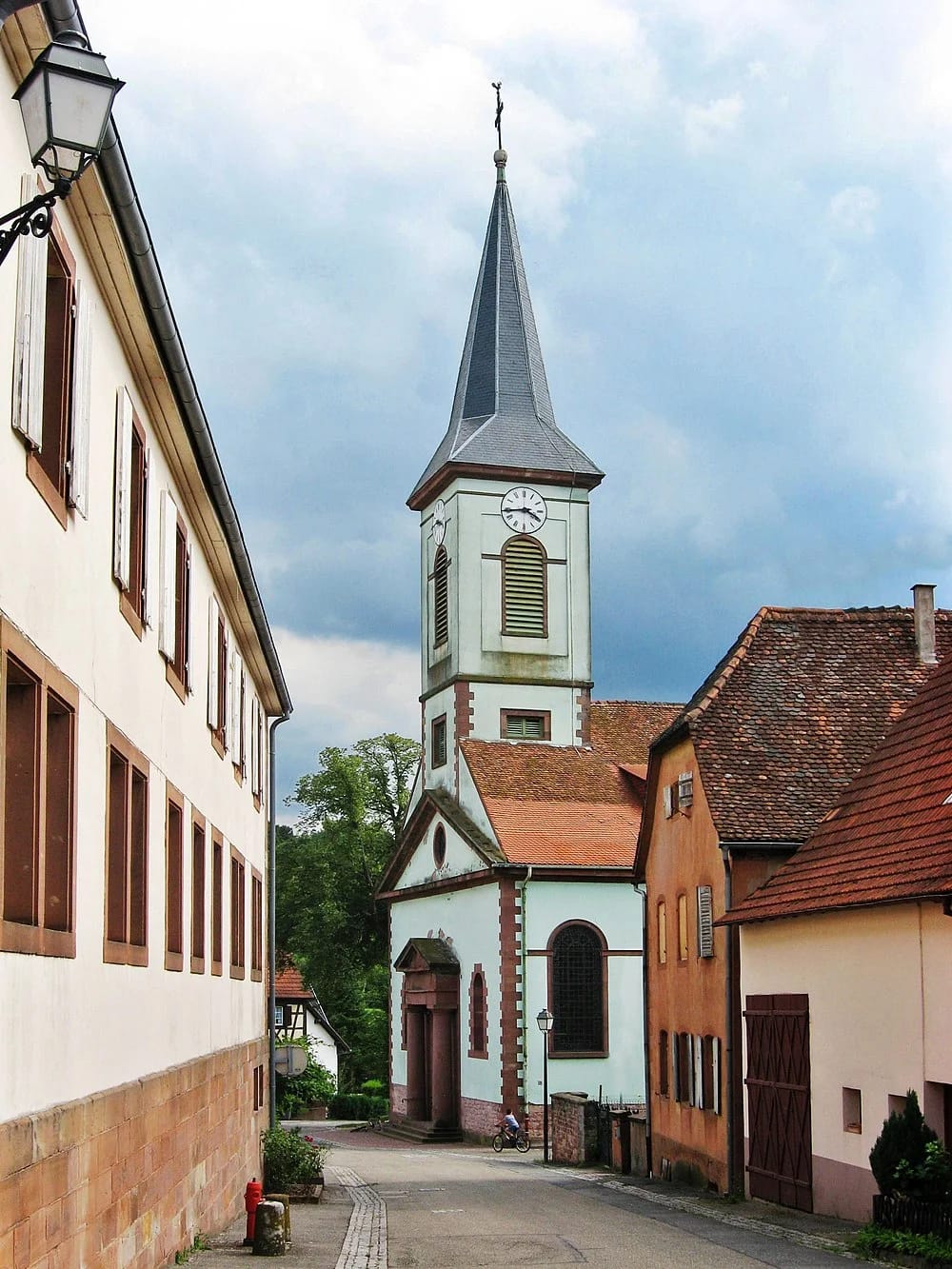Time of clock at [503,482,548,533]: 3:43
